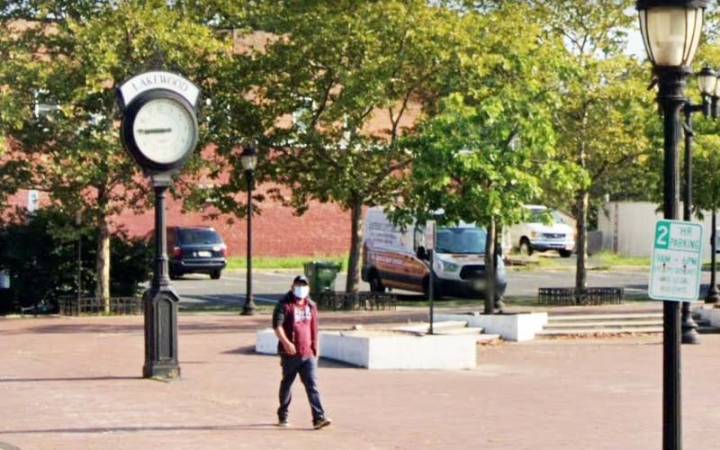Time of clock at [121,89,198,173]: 8:45
